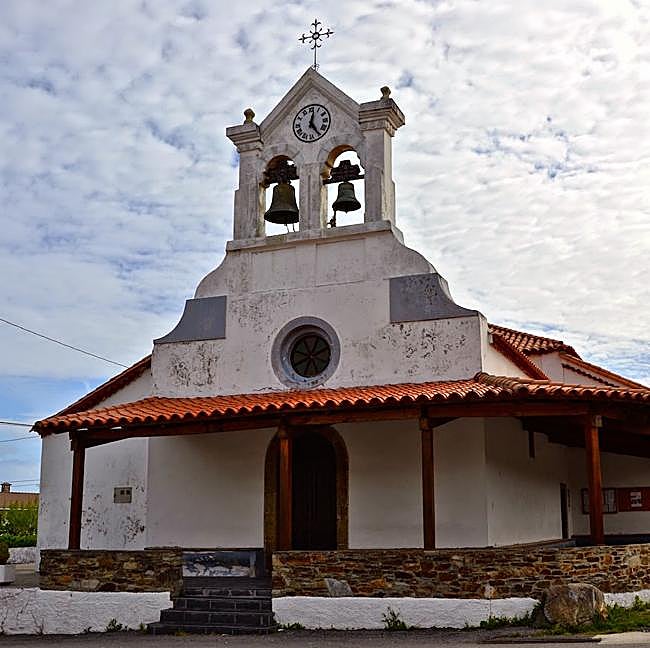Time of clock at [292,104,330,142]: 12:24
